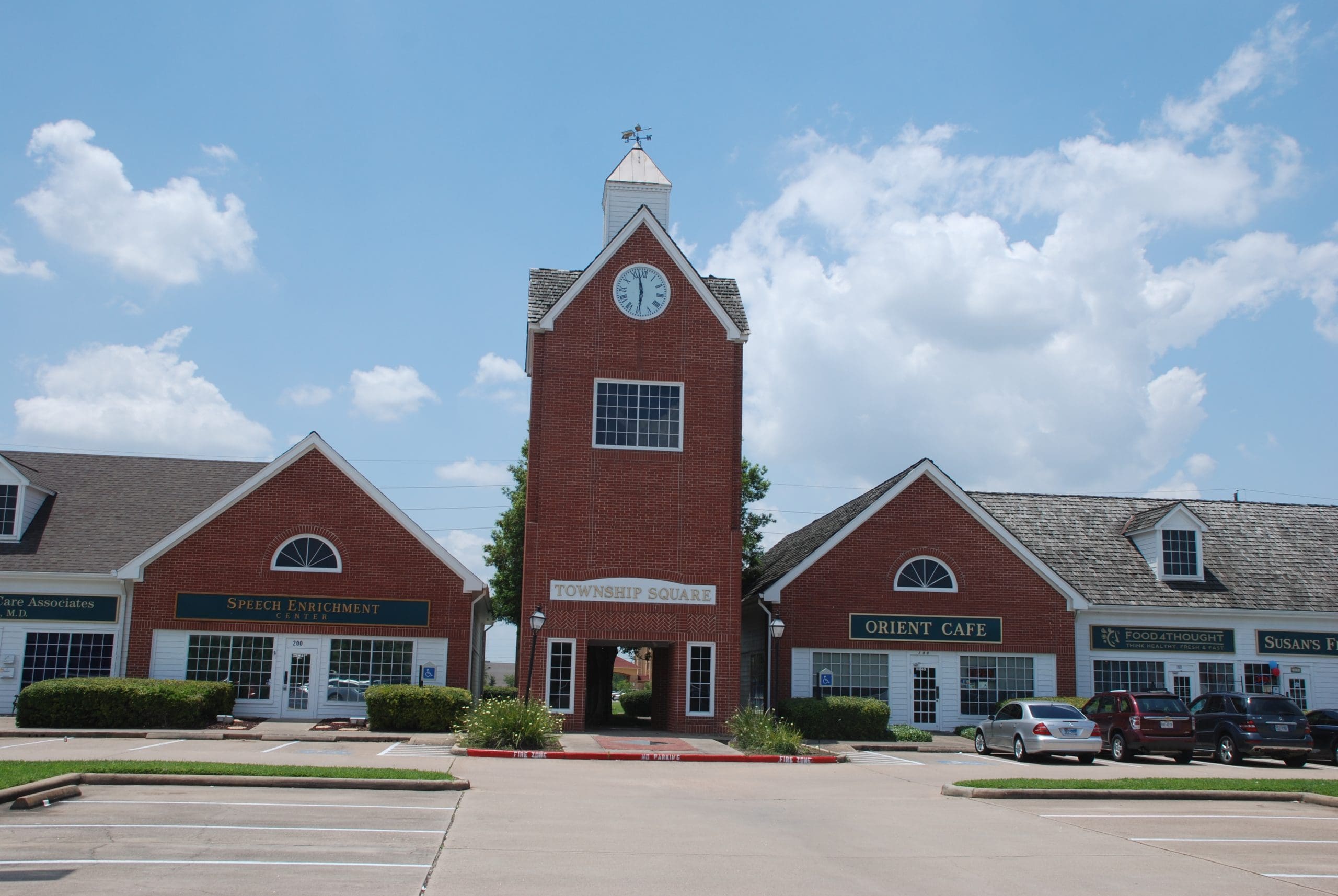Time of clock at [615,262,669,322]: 5:57
